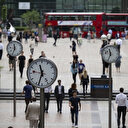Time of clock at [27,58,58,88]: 11:33
